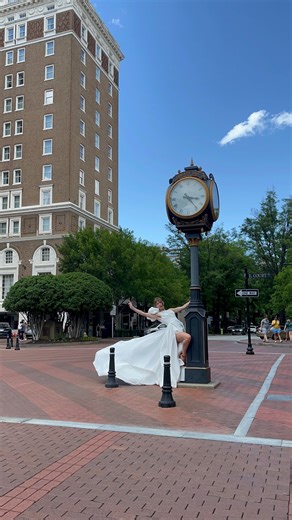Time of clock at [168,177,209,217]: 3:23
